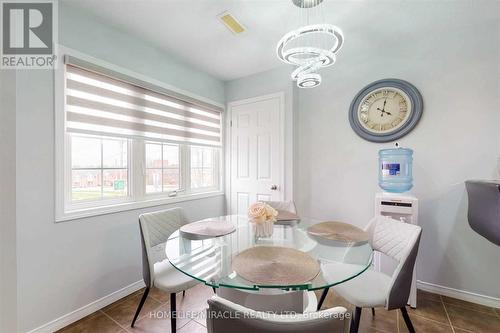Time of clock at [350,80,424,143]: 4:01
